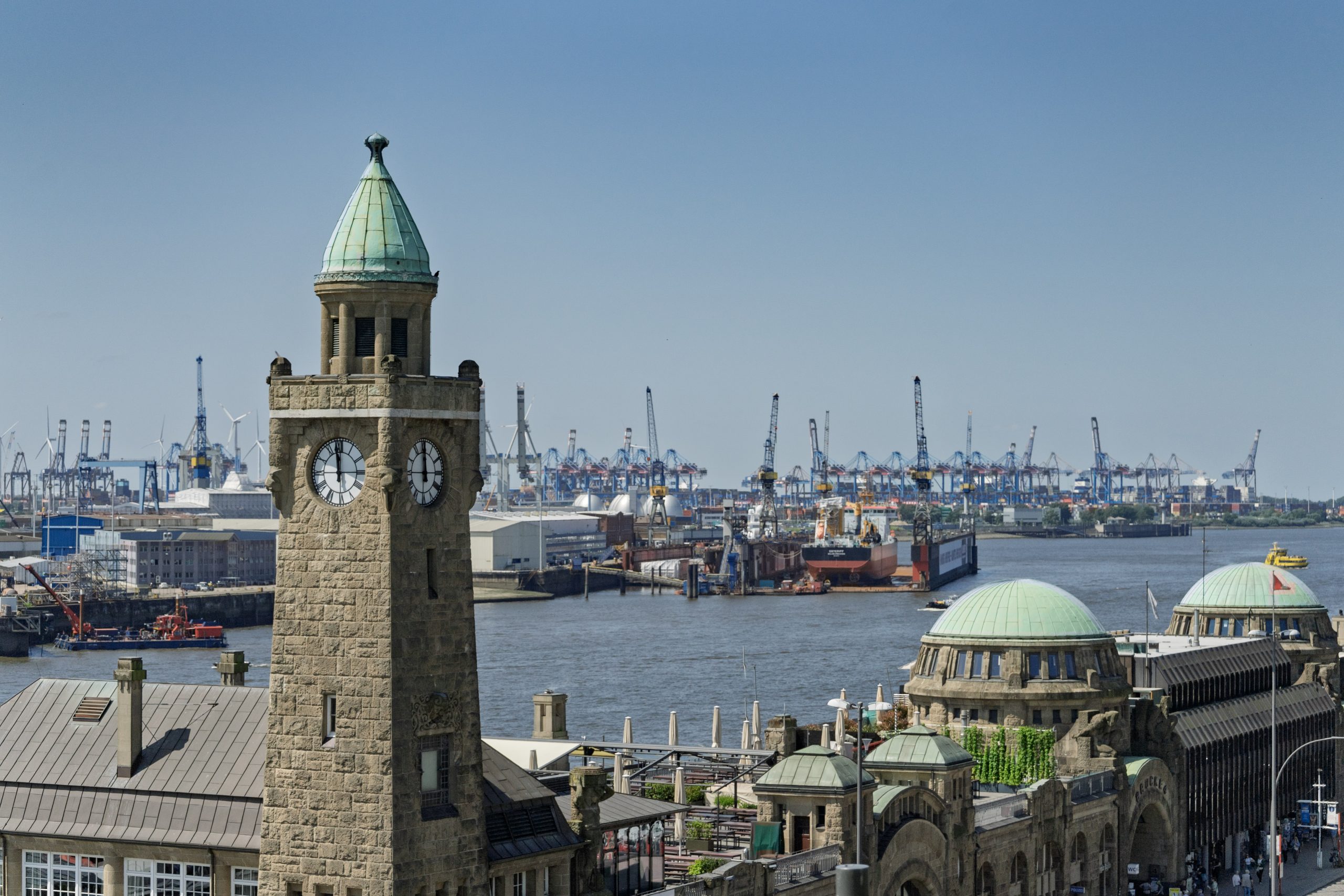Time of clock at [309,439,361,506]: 11:58
